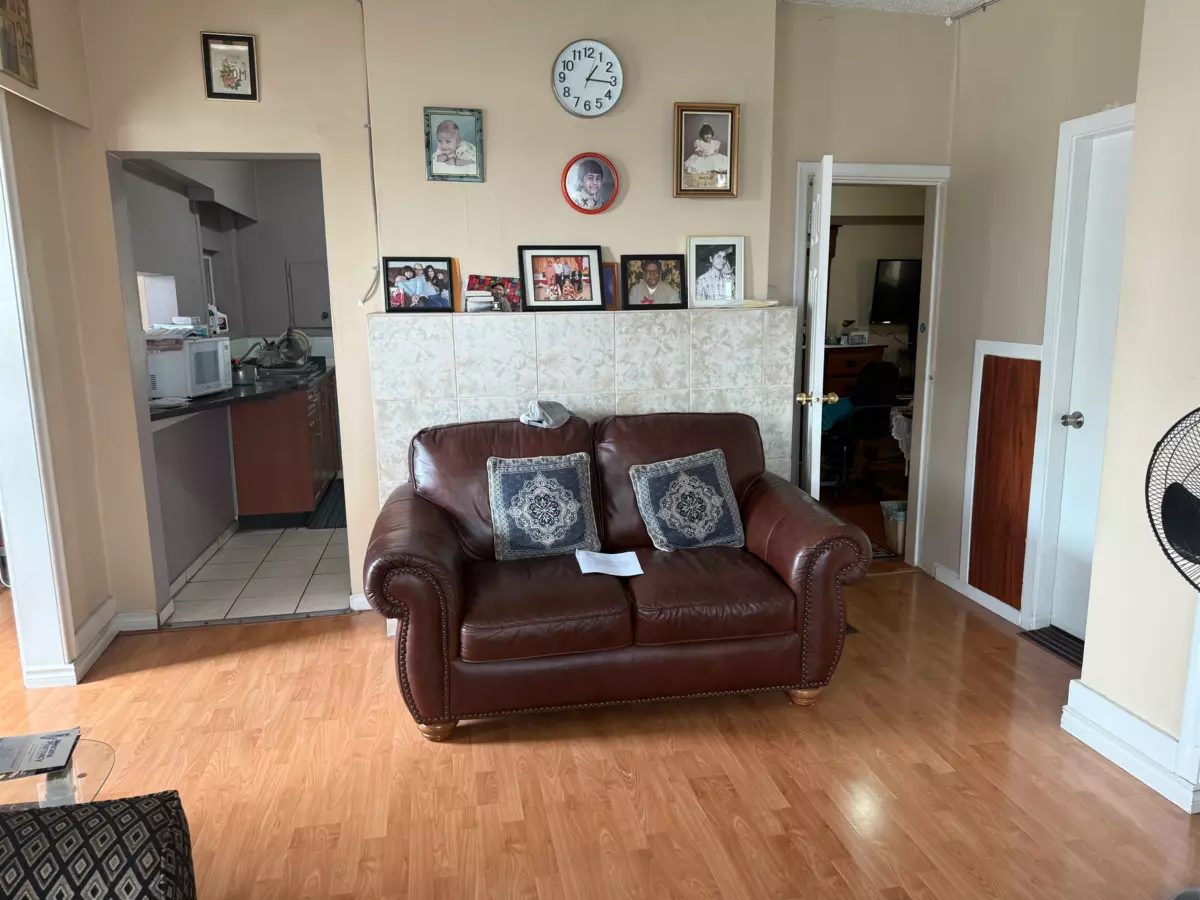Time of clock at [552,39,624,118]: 1:15
